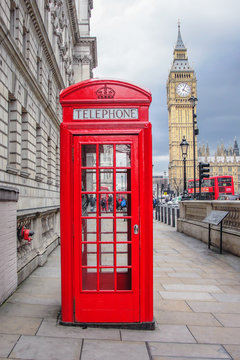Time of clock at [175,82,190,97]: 4:04
